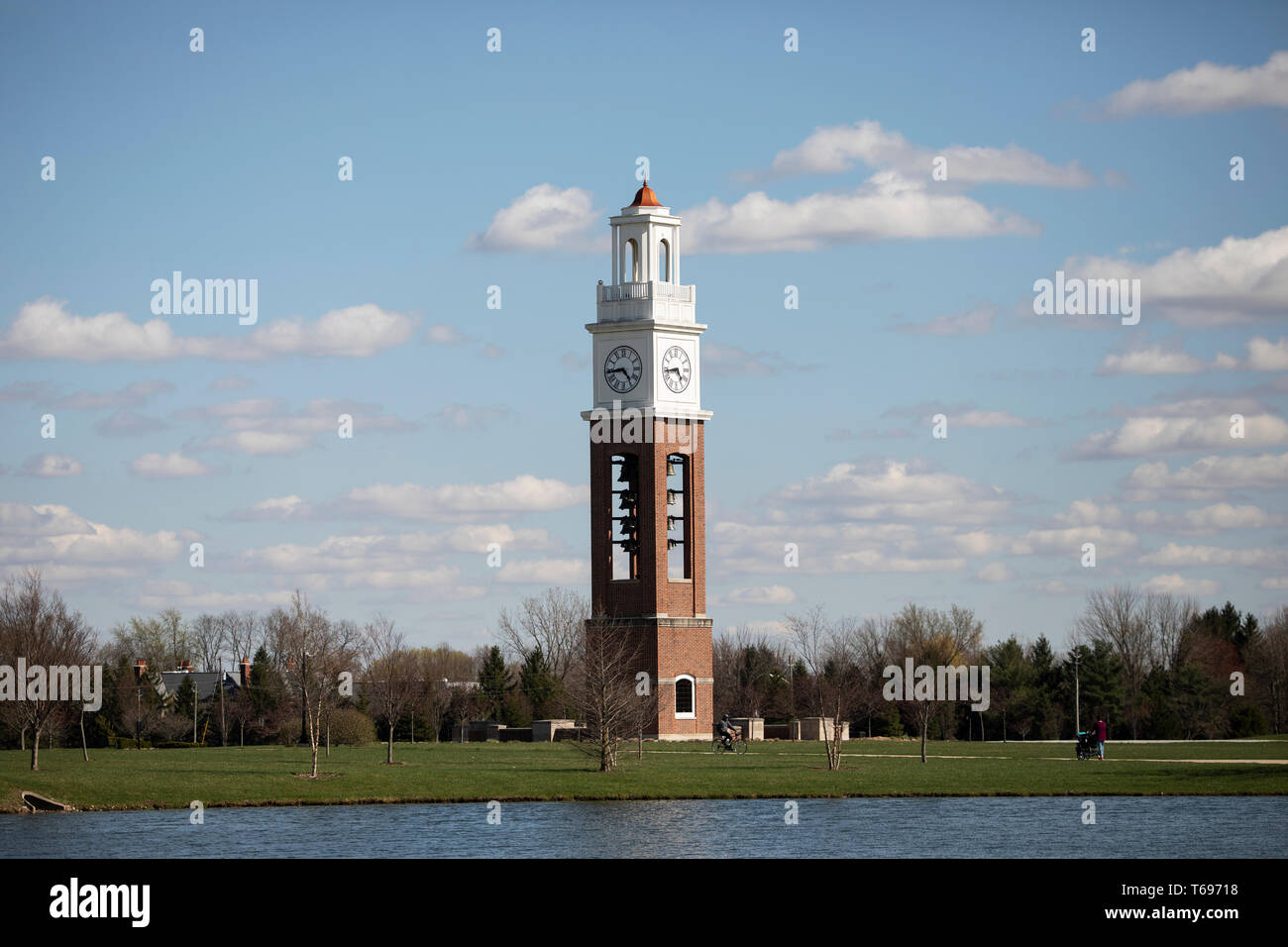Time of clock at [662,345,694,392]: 4:43
